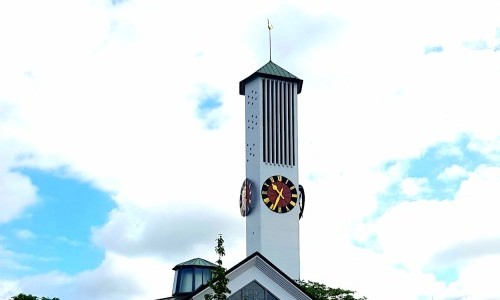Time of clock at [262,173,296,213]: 10:34
